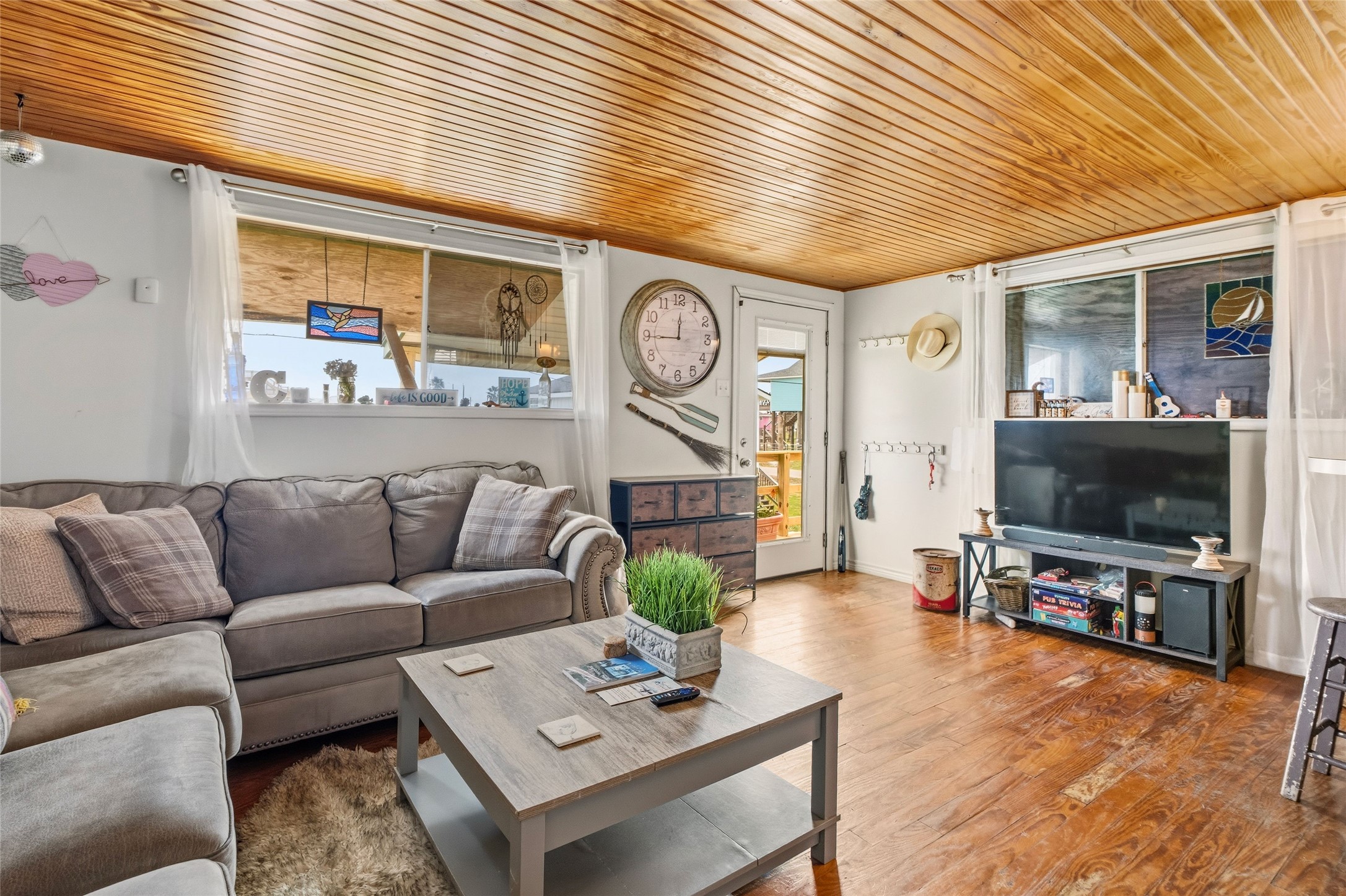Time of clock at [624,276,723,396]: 11:44
